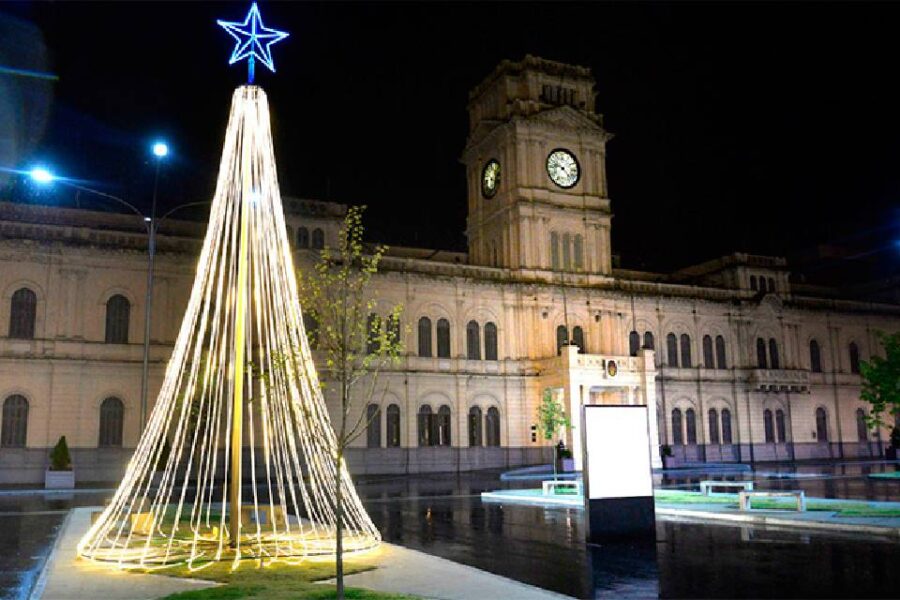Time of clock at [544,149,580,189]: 9:23
